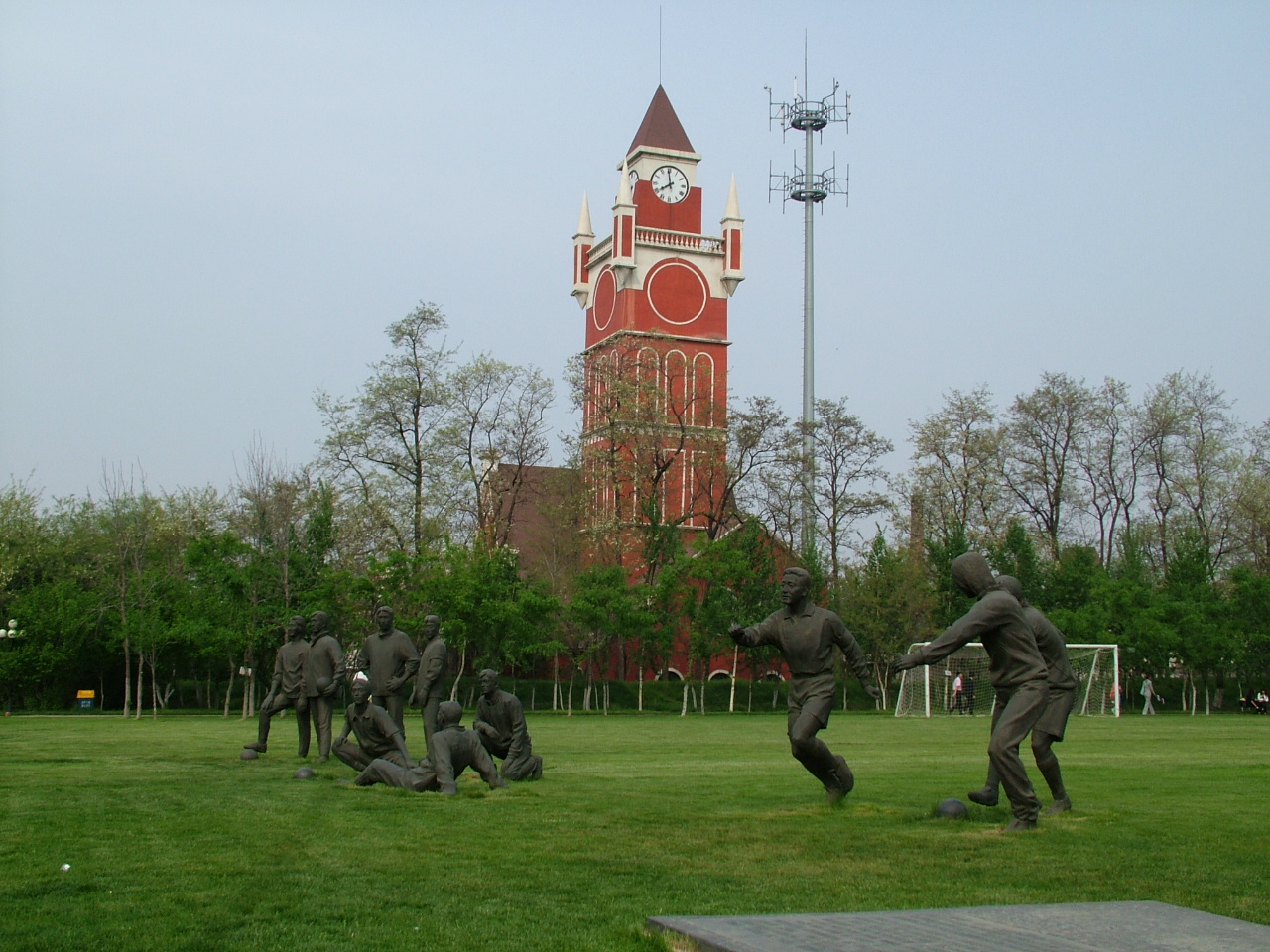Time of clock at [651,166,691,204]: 7:59
